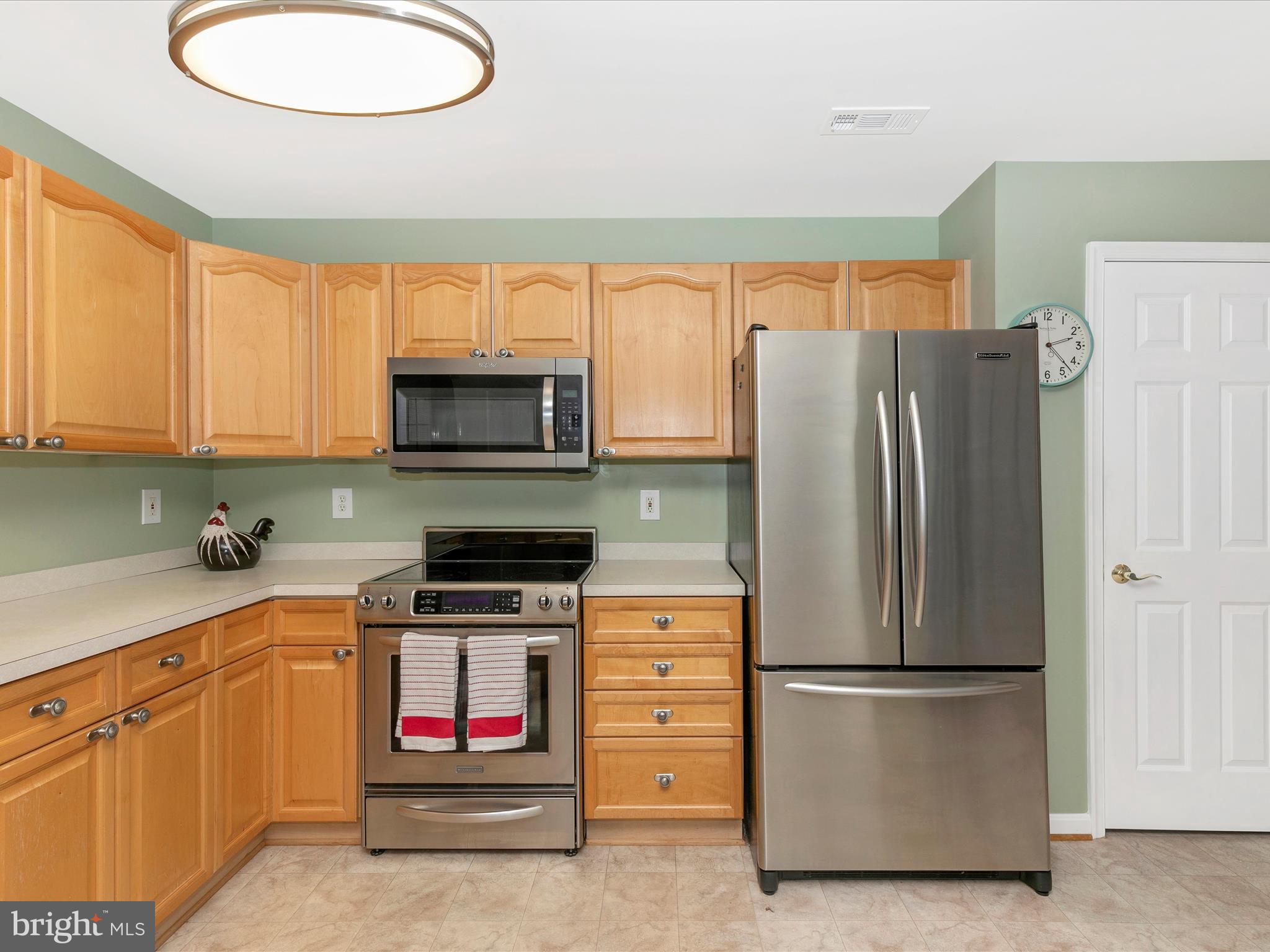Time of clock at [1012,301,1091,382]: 2:22
